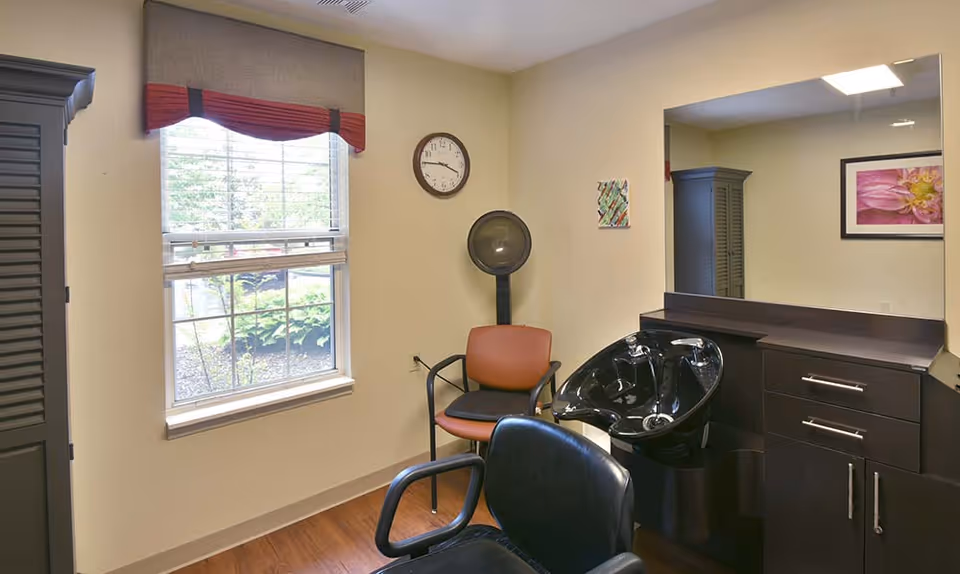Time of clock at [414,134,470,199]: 3:45
